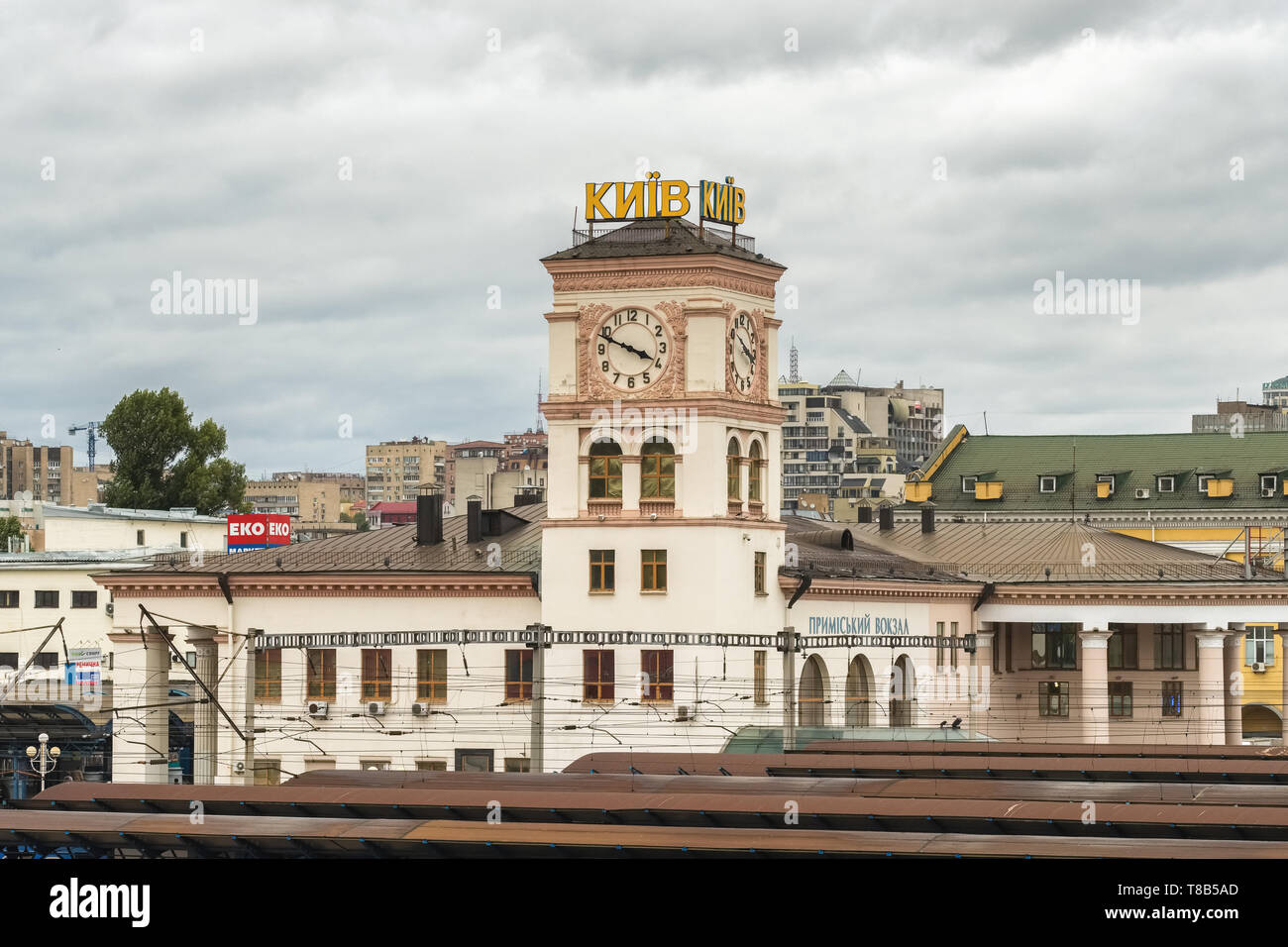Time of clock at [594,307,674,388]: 3:48
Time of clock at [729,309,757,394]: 3:51
